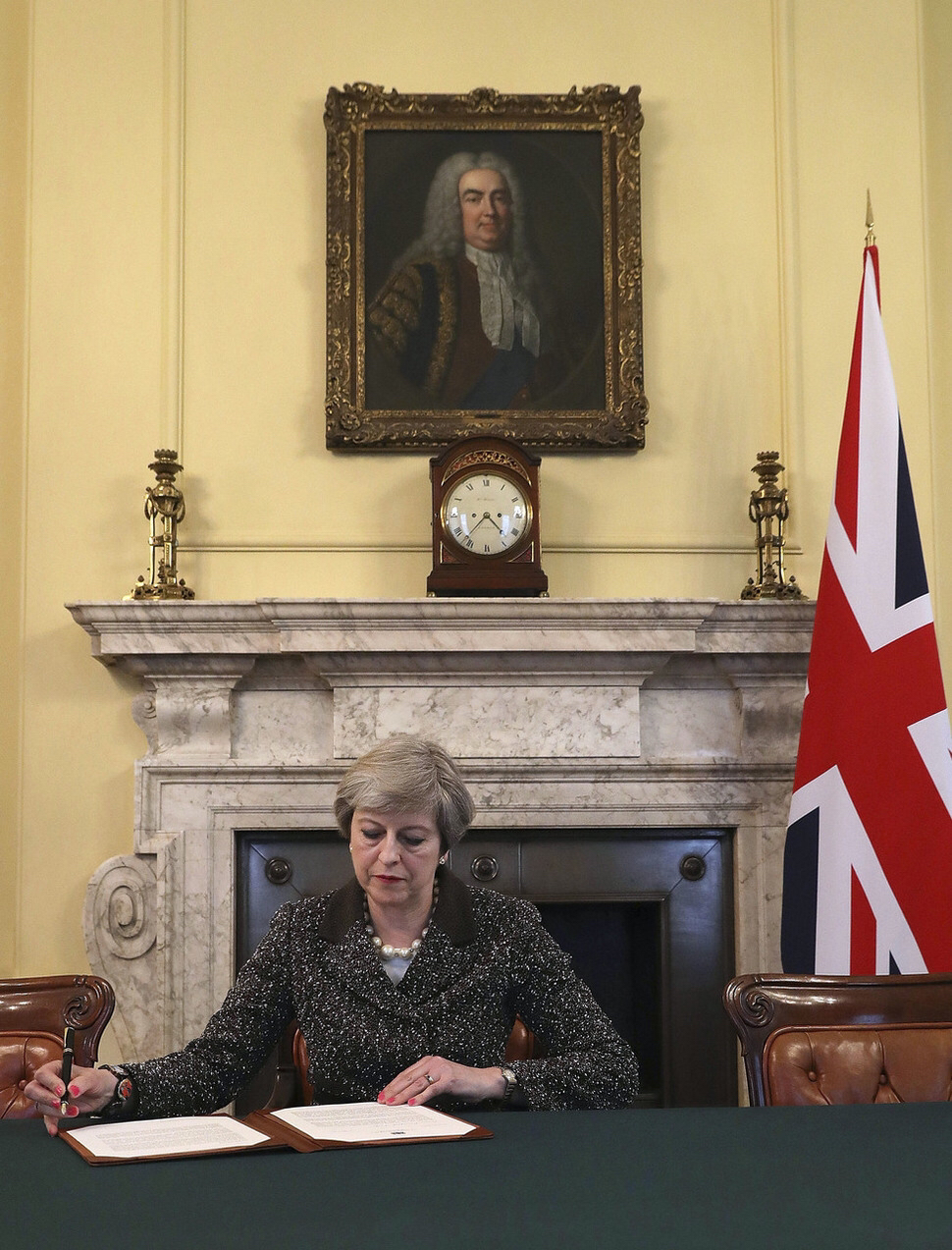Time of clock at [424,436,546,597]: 4:37
